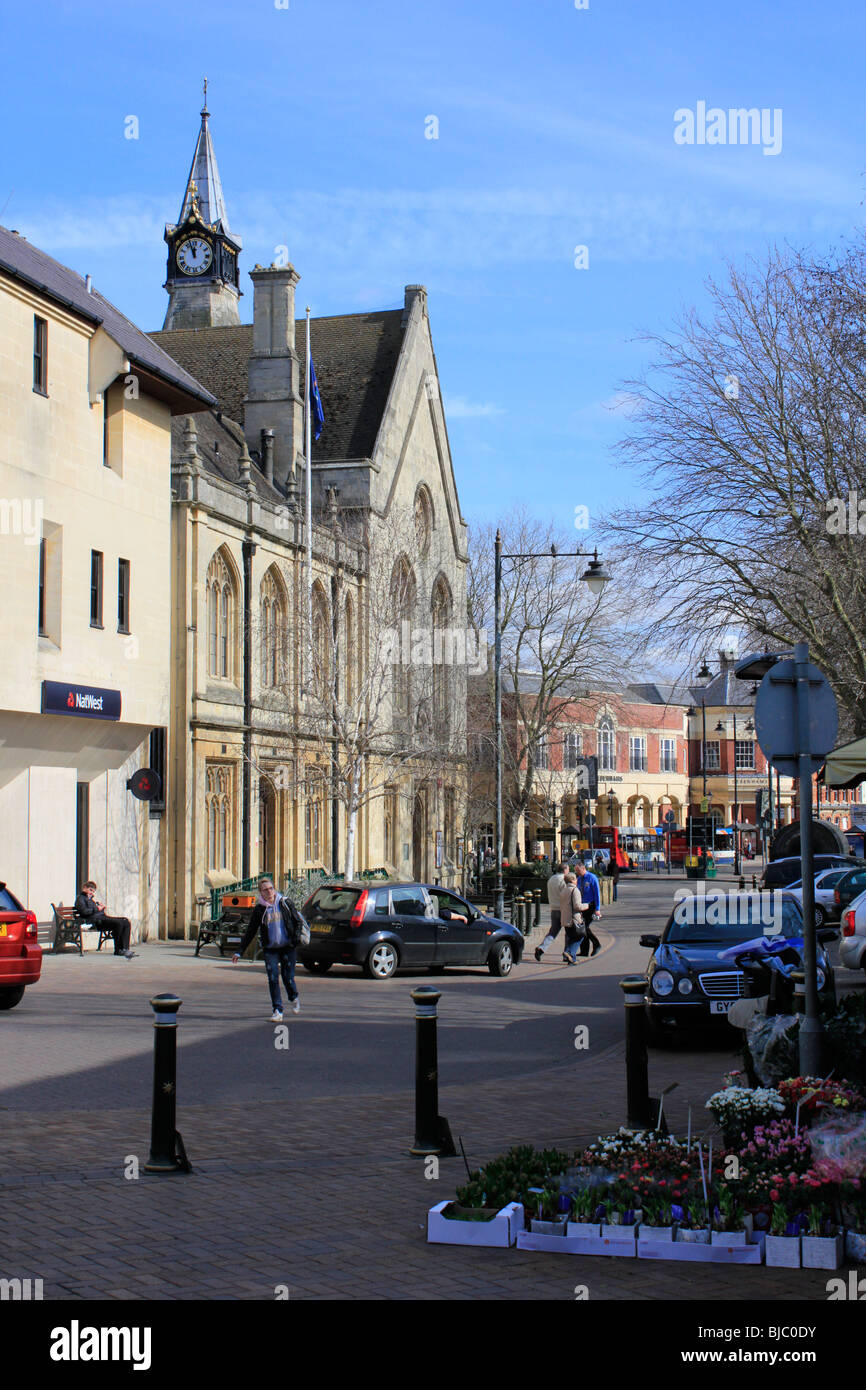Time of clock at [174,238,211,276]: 11:57
